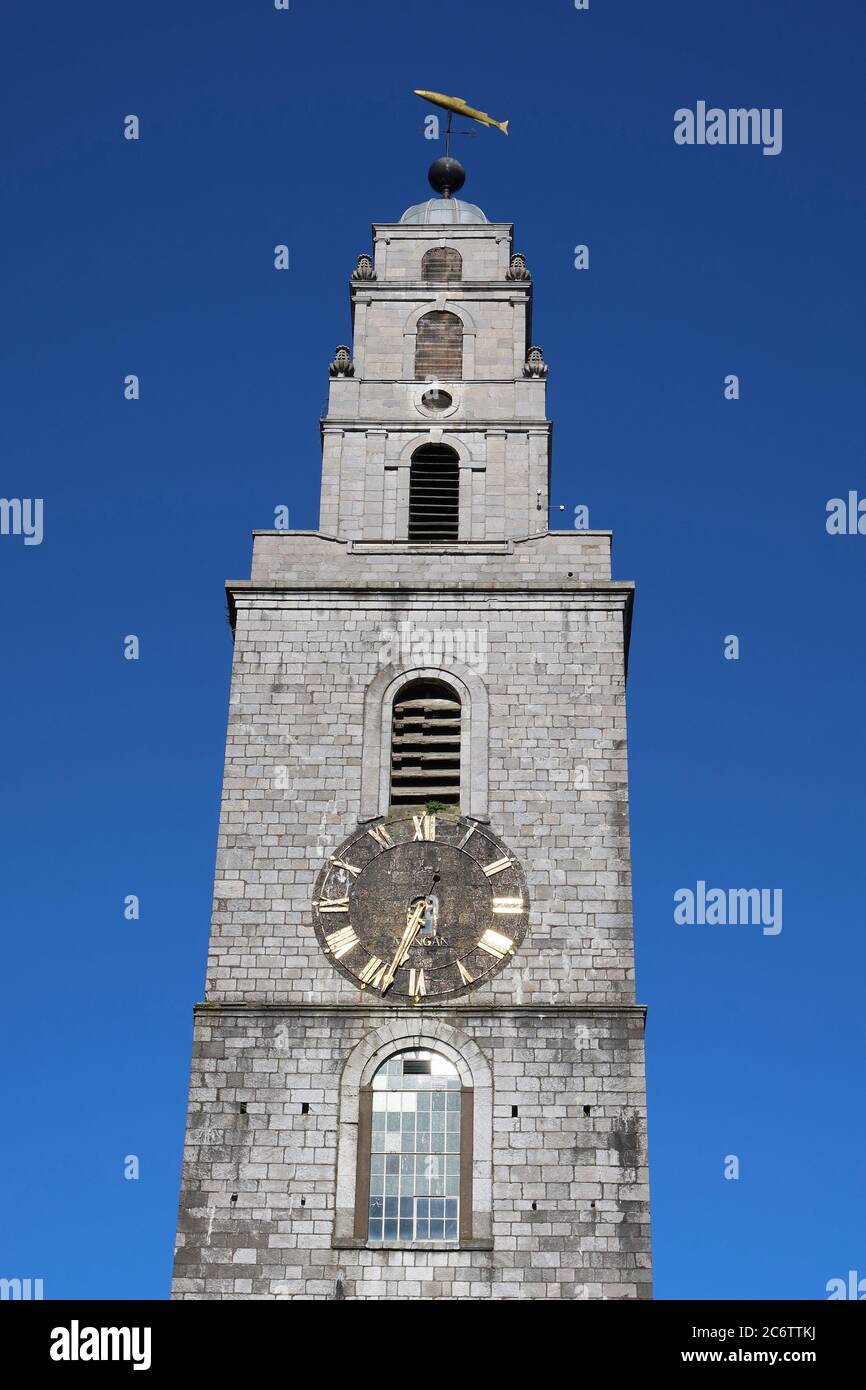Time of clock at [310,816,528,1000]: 12:33
